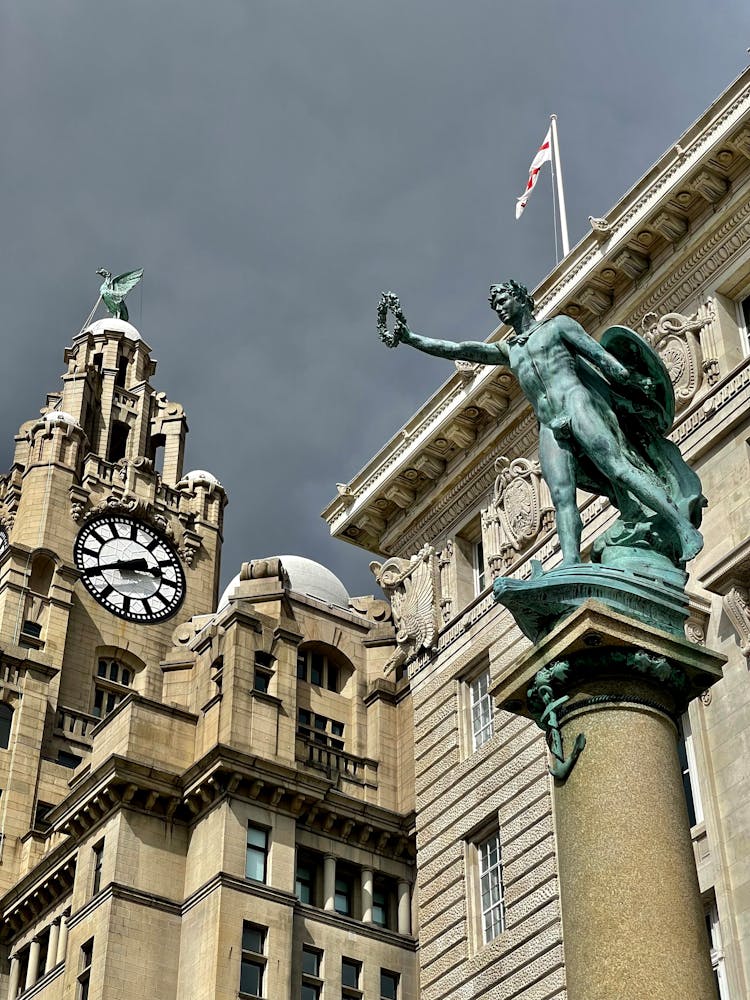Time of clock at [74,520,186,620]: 2:40
